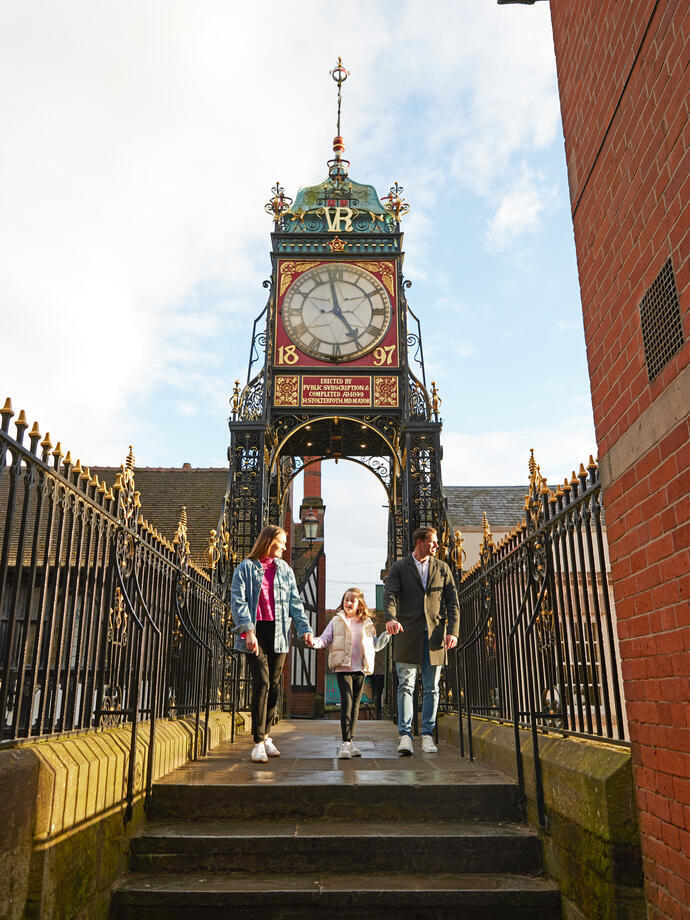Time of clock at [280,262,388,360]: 4:58
